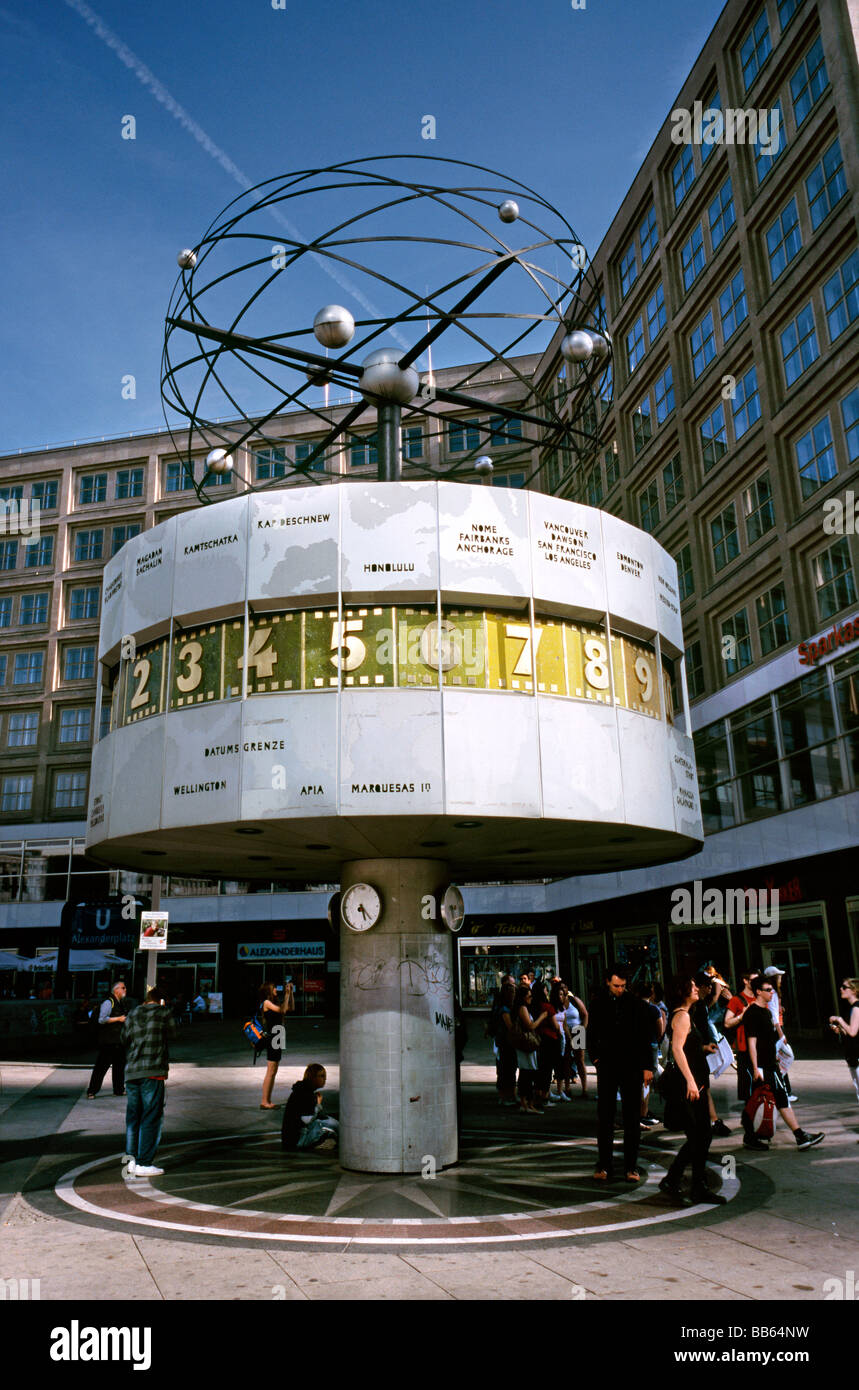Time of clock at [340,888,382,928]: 5:22
